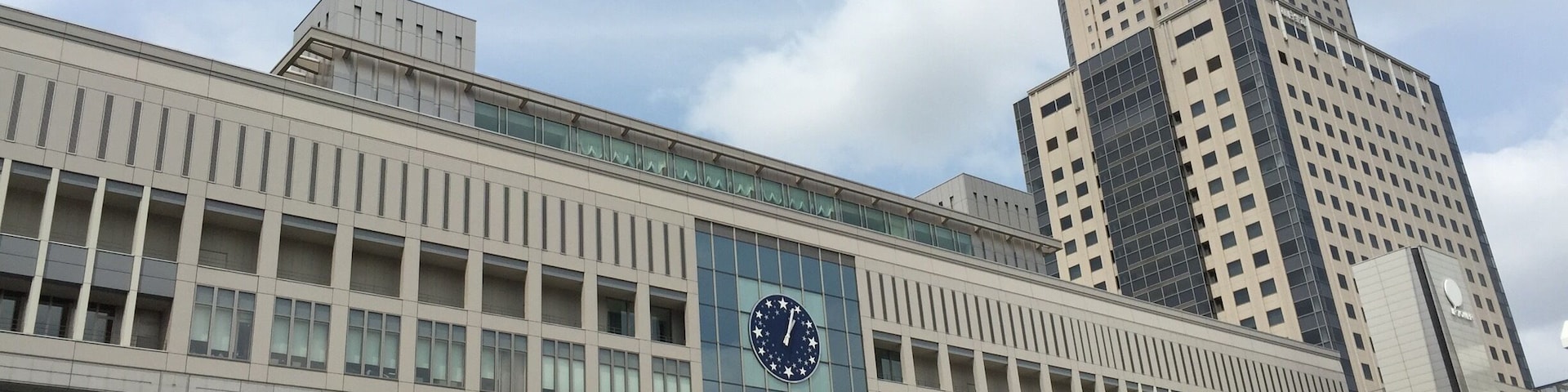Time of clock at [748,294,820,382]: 1:03
